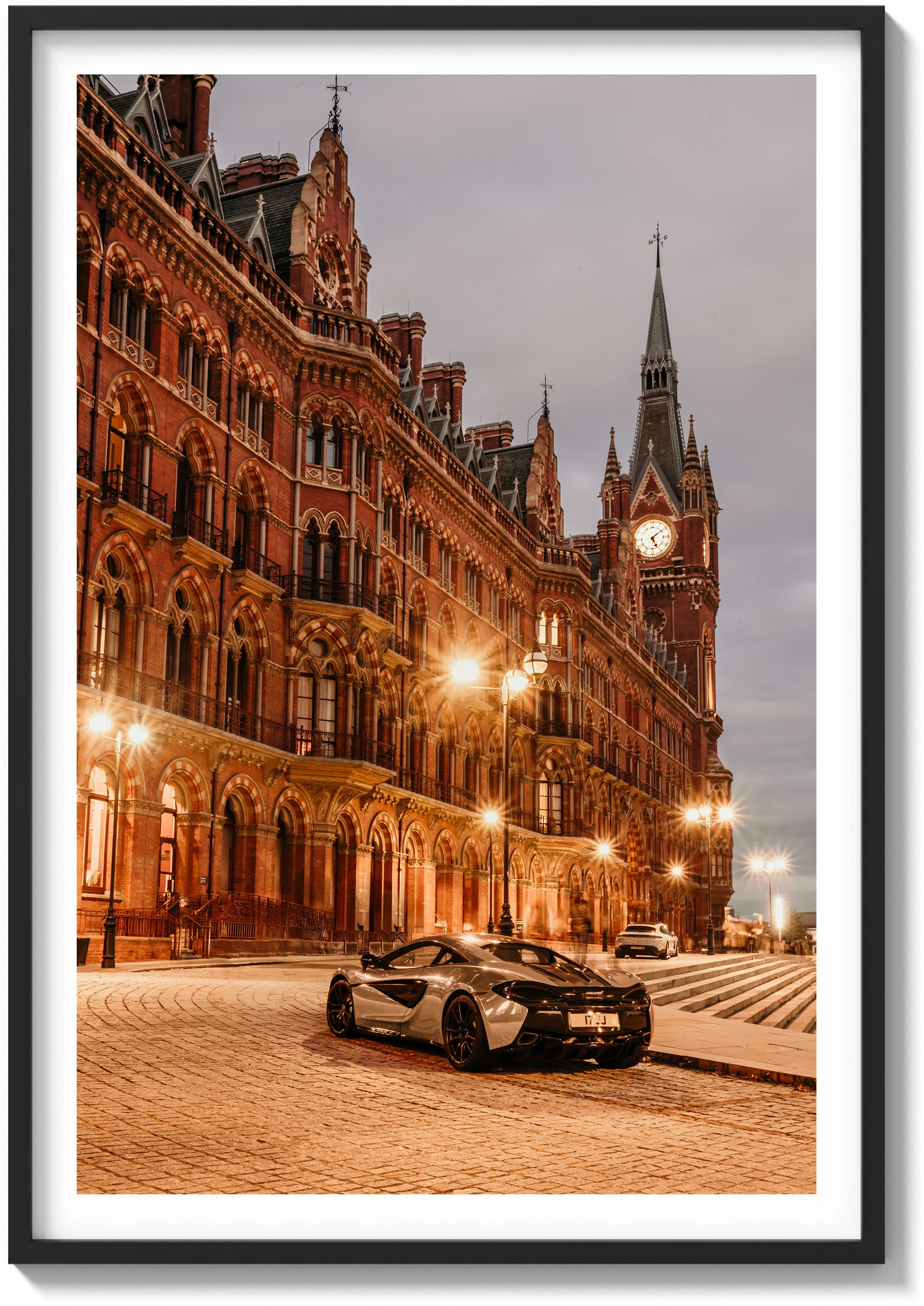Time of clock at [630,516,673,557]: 5:09
